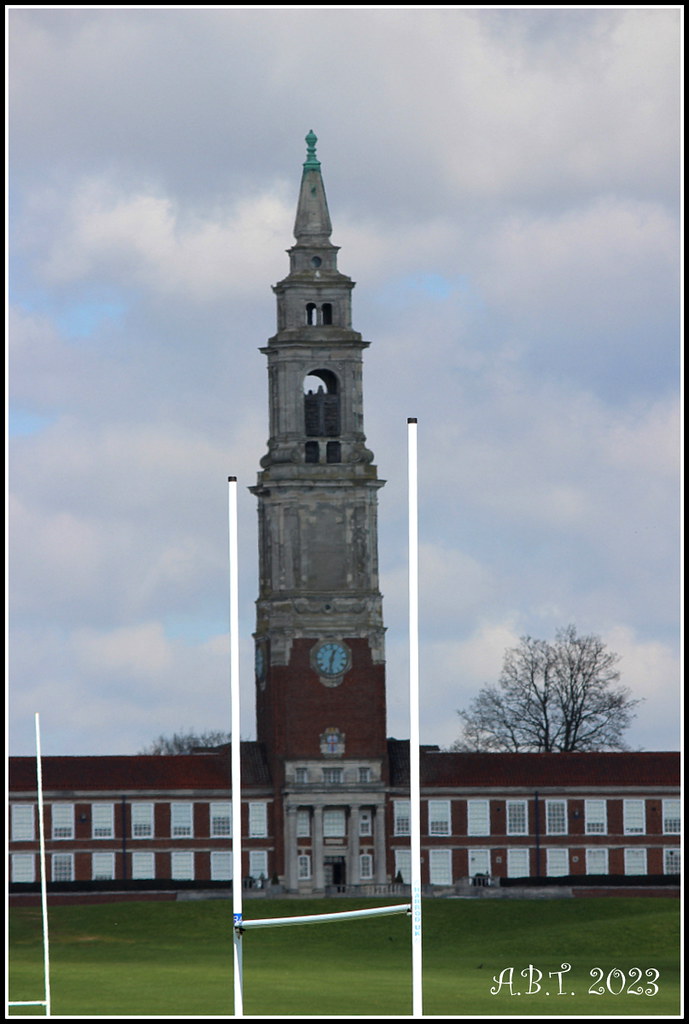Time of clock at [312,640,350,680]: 12:32
